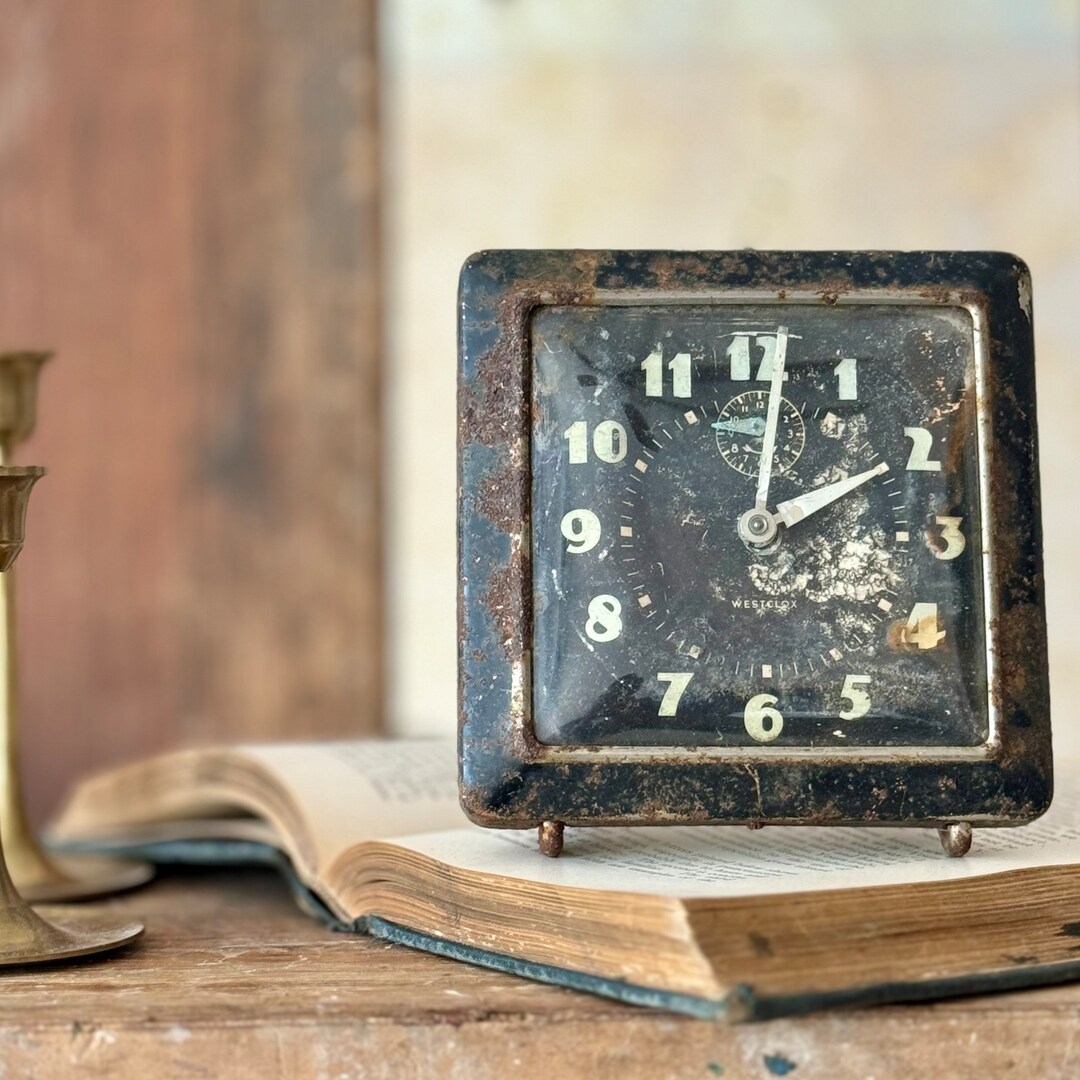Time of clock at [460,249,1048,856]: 2:01
